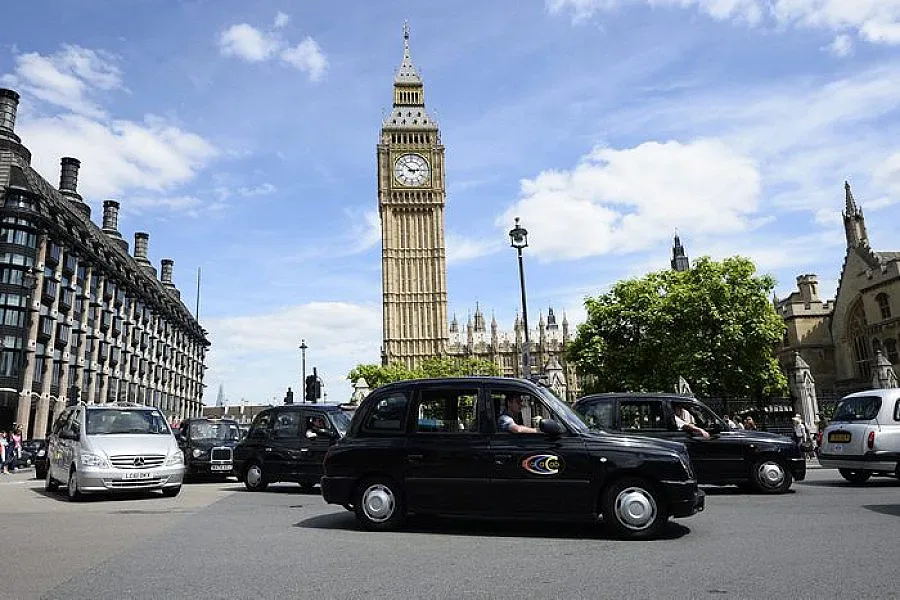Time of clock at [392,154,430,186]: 2:52
